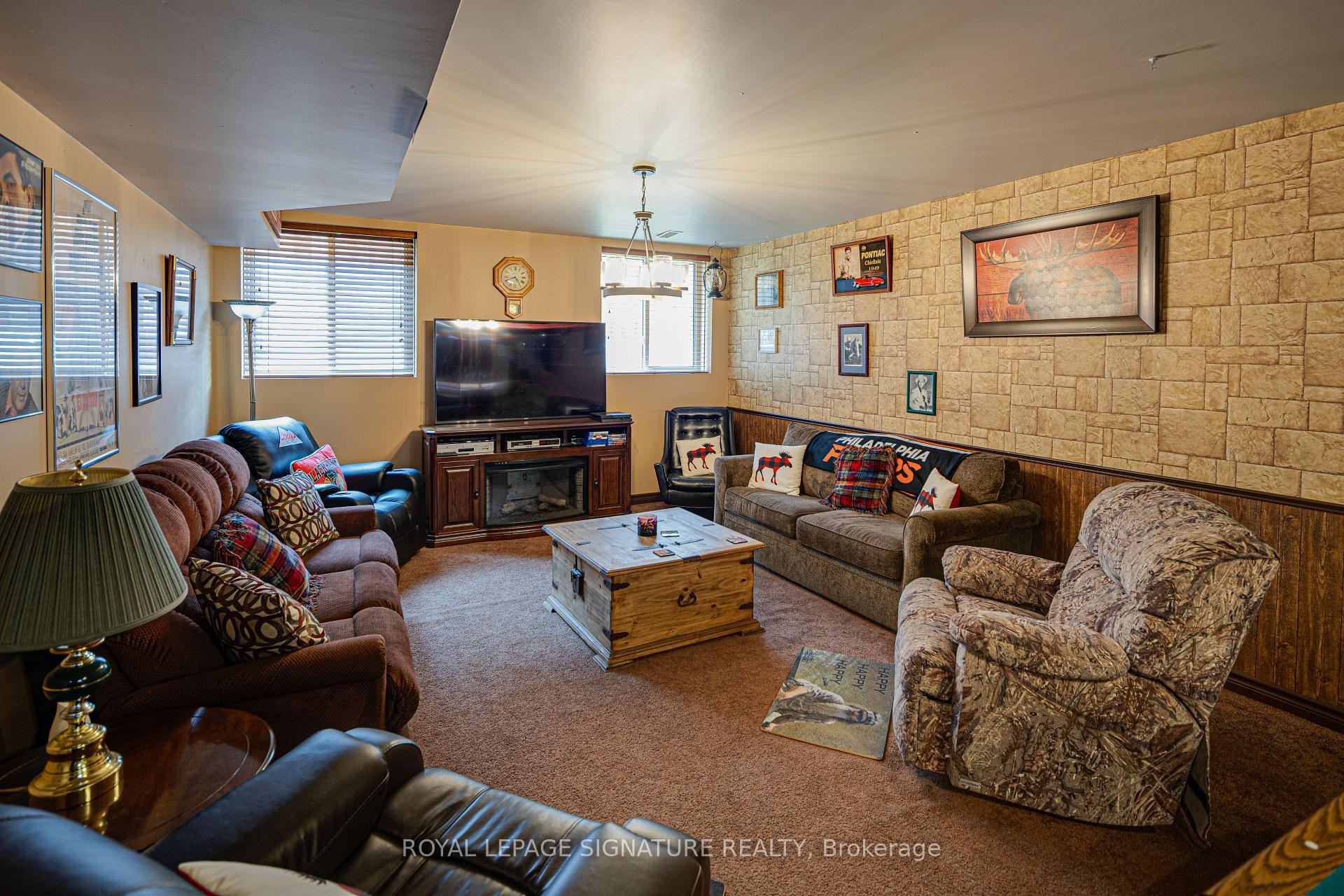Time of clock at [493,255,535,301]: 4:41
